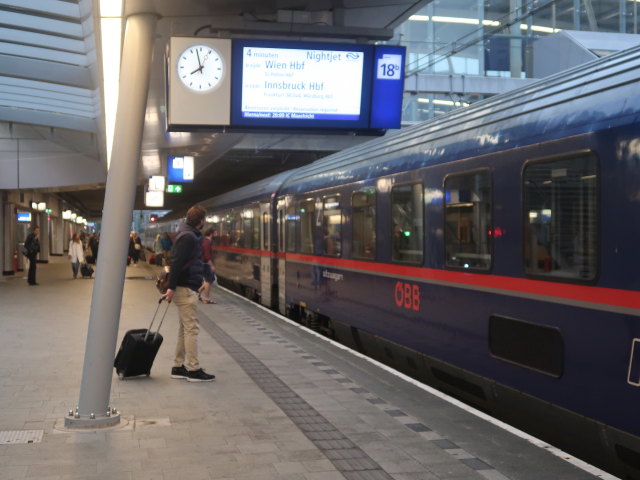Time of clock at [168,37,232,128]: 7:57
